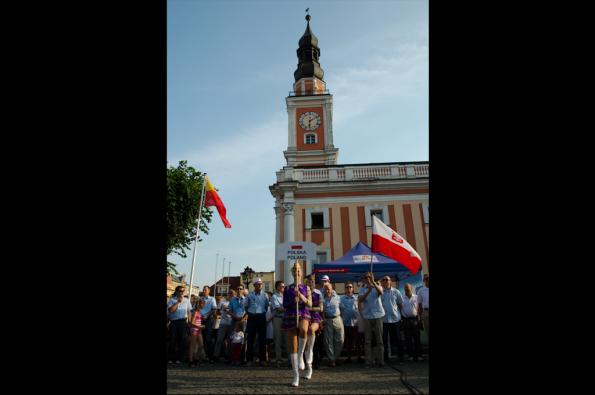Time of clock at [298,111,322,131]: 6:10
